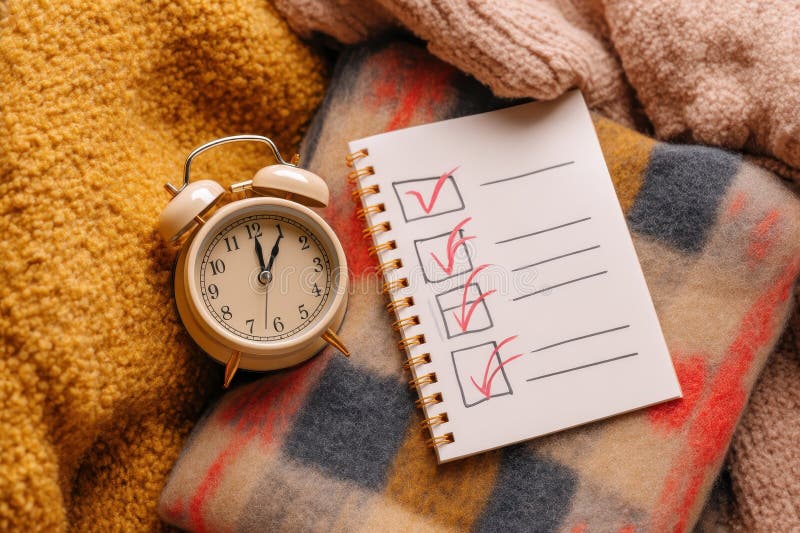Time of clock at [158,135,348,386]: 12:05
